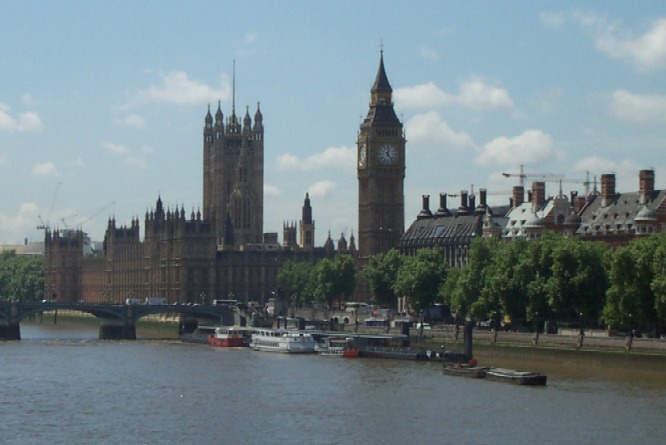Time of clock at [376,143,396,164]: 5:01
